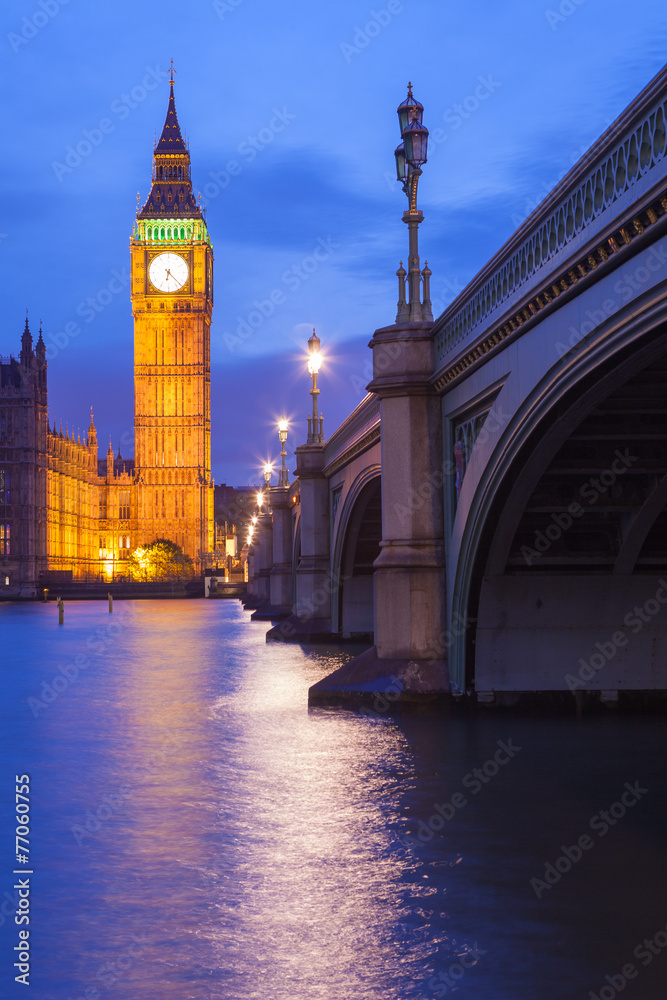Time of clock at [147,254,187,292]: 6:22
